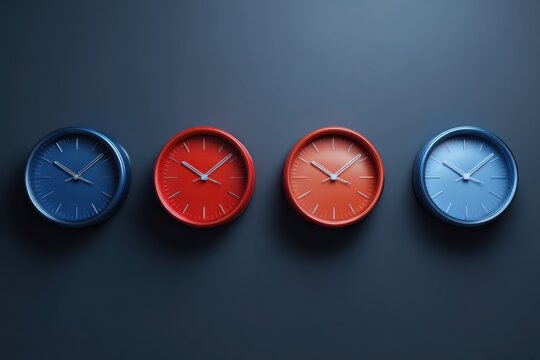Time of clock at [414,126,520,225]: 10:08
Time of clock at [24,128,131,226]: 10:08
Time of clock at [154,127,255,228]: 10:08
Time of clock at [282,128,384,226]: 10:08
